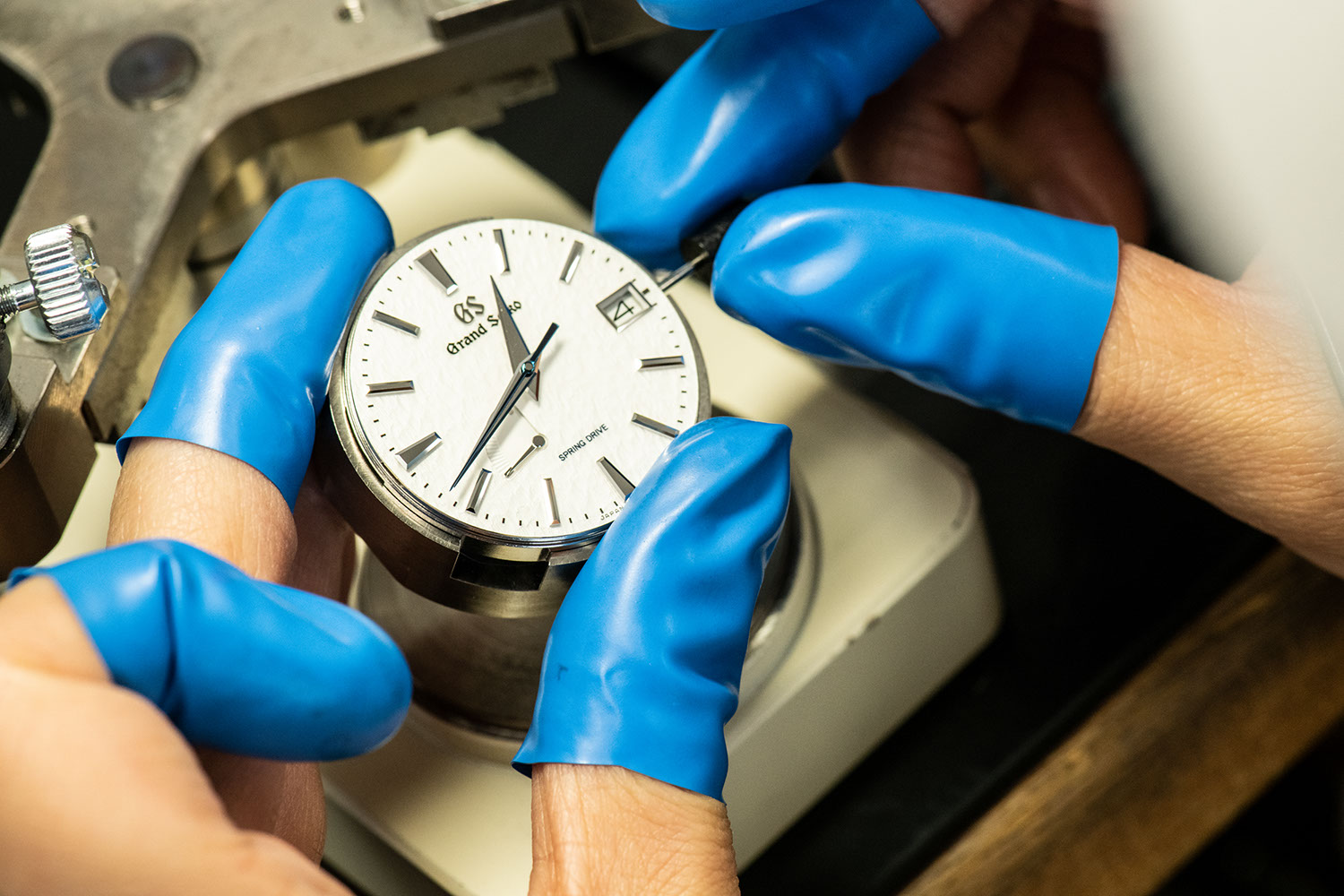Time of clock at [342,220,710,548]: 11:36
